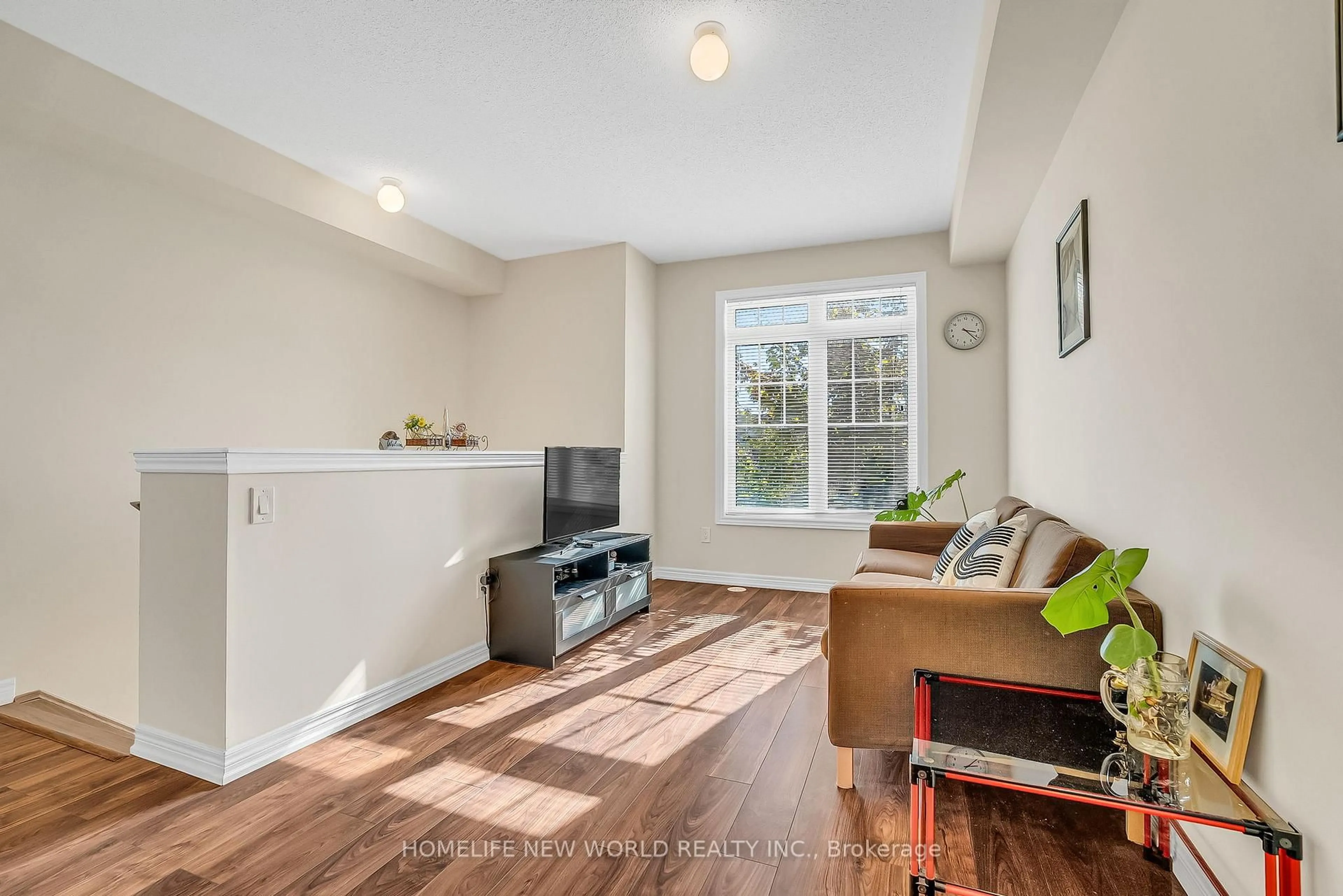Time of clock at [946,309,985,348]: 3:21
